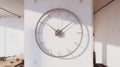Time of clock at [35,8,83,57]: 10:08
